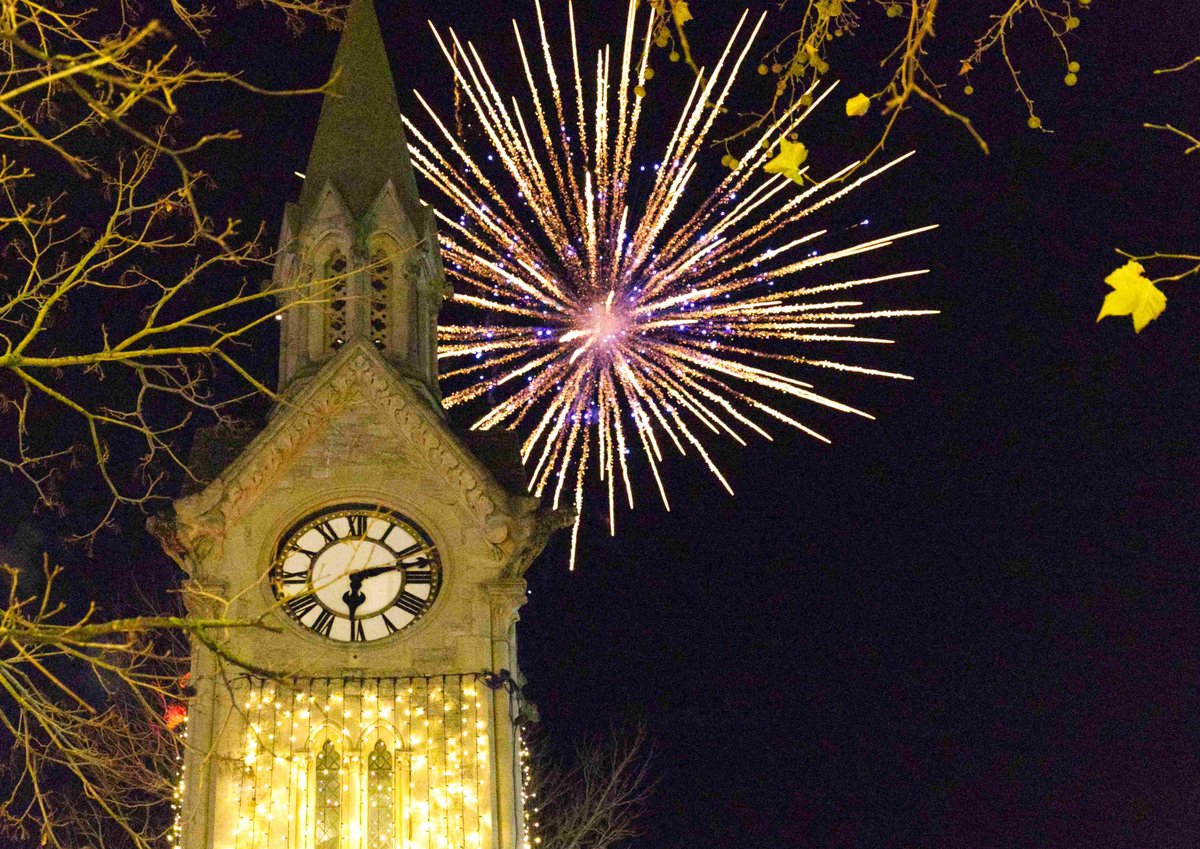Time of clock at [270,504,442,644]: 6:12
